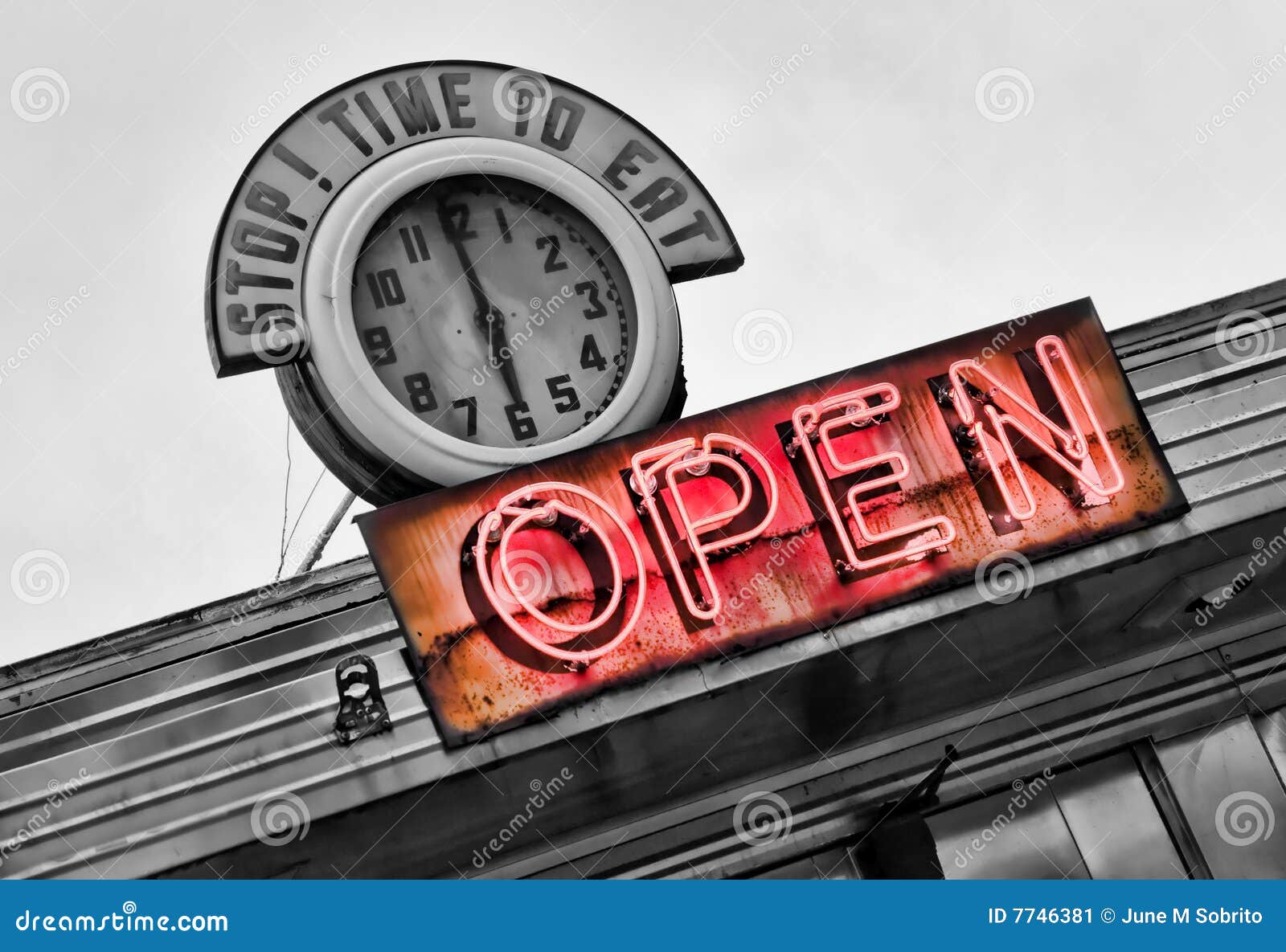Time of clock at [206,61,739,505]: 5:58
